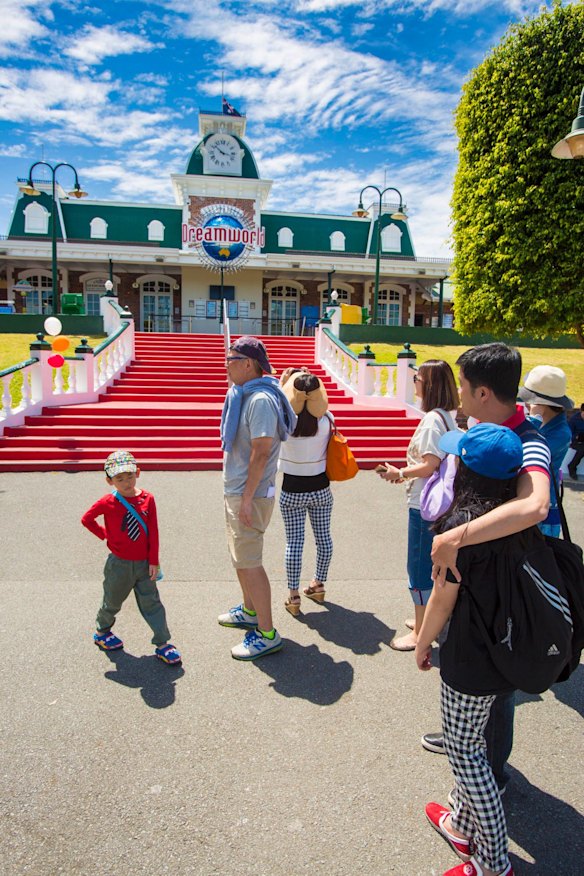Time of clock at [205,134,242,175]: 10:17
